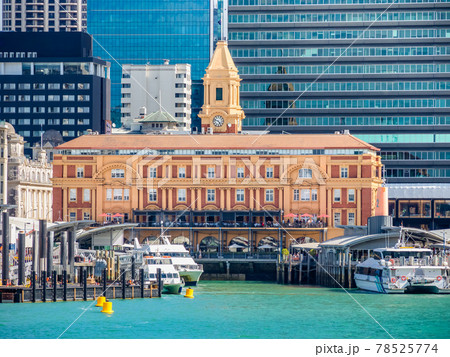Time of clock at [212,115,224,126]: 4:48
